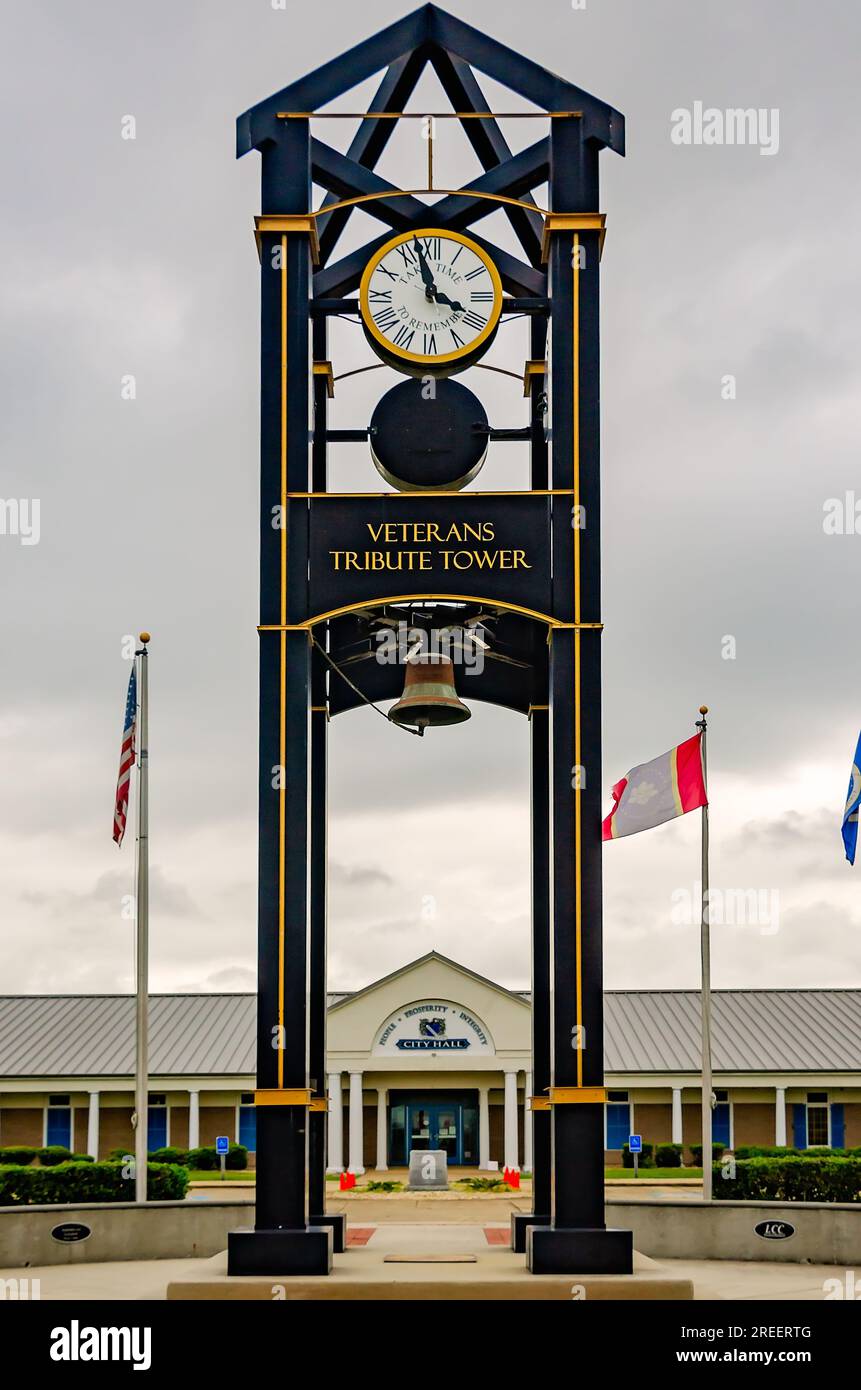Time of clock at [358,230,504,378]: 3:57
